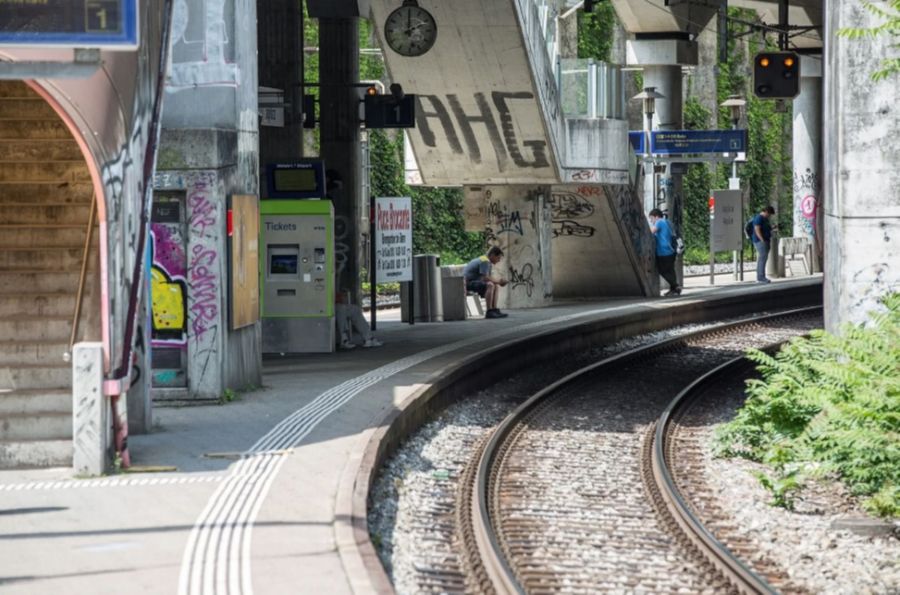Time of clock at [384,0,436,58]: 2:00
